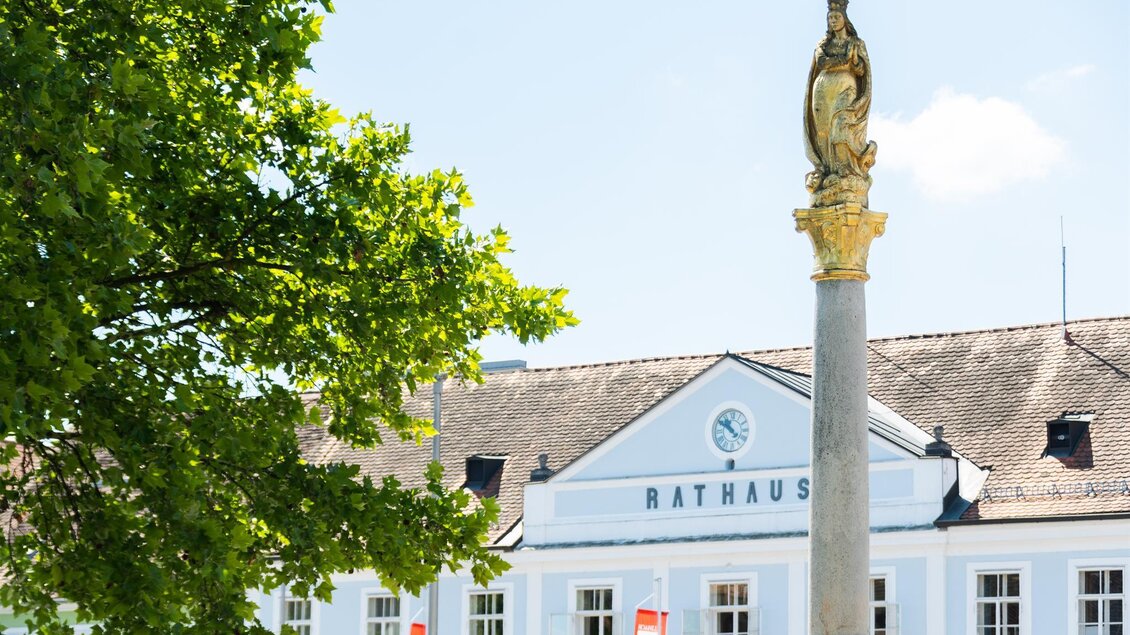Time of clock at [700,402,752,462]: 10:50
